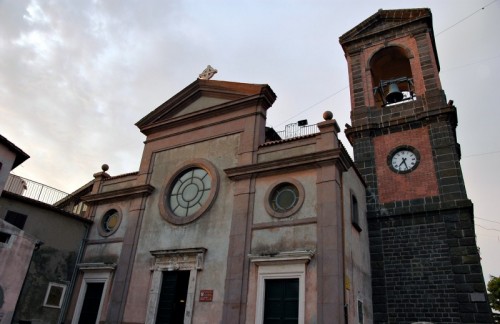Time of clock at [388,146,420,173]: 7:27
